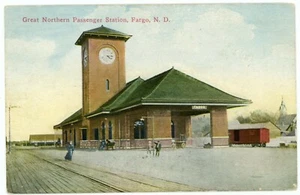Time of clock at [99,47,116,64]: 4:14
